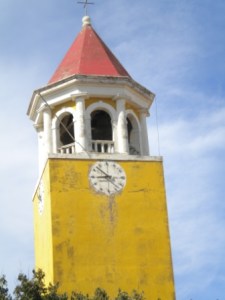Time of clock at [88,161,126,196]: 8:52
